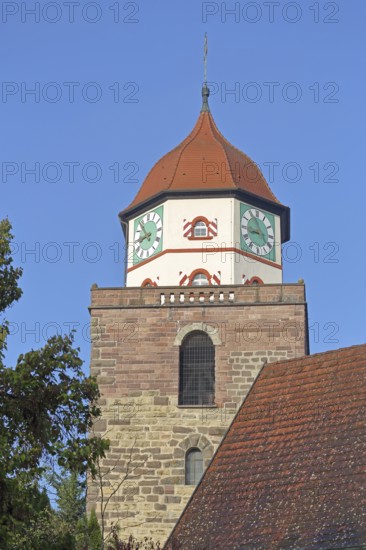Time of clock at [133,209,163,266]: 8:54
